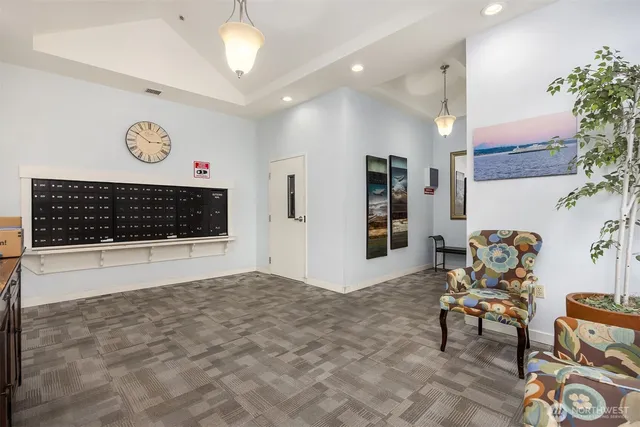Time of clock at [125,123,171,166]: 2:50
